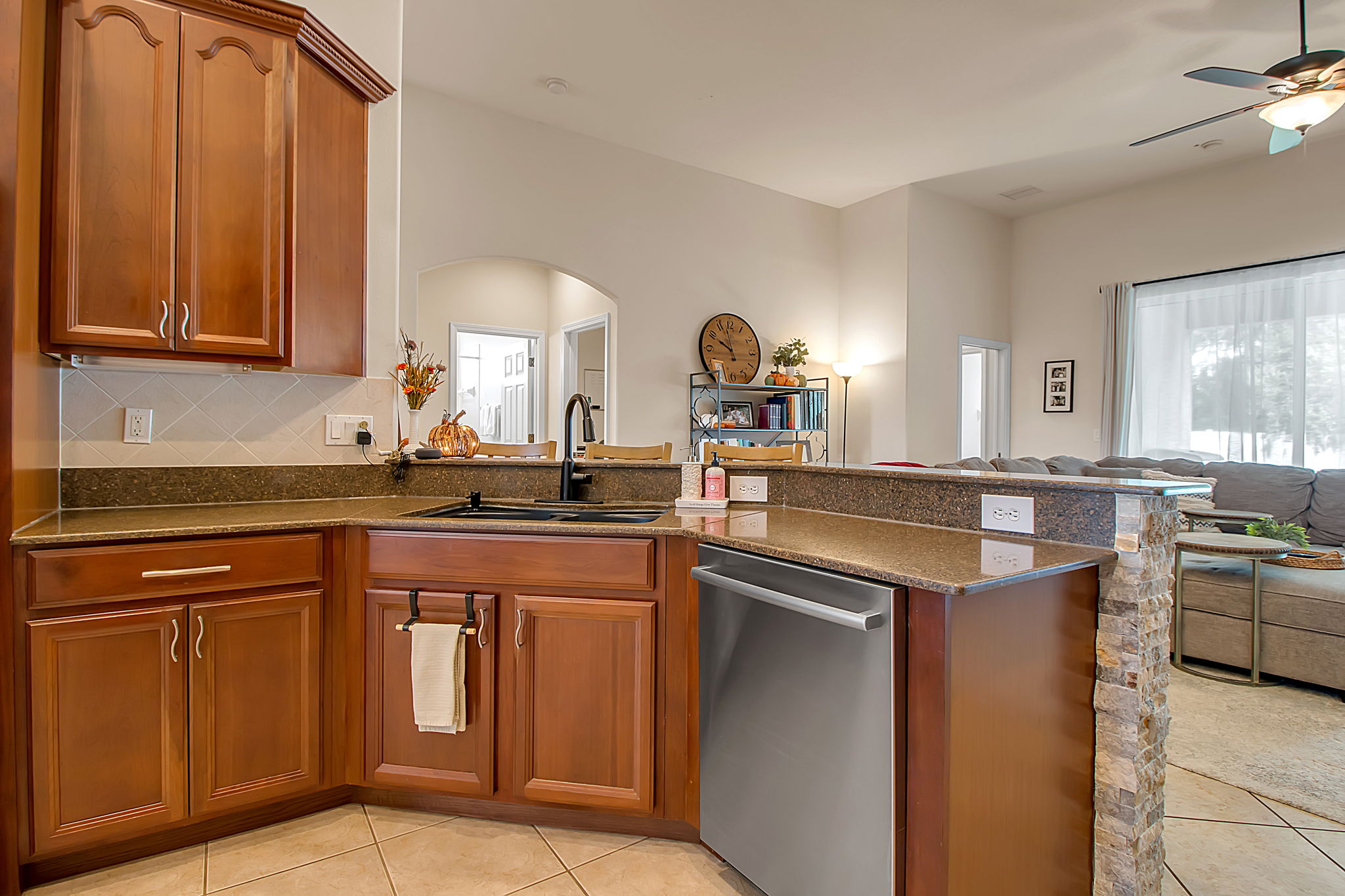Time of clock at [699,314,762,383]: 9:57
